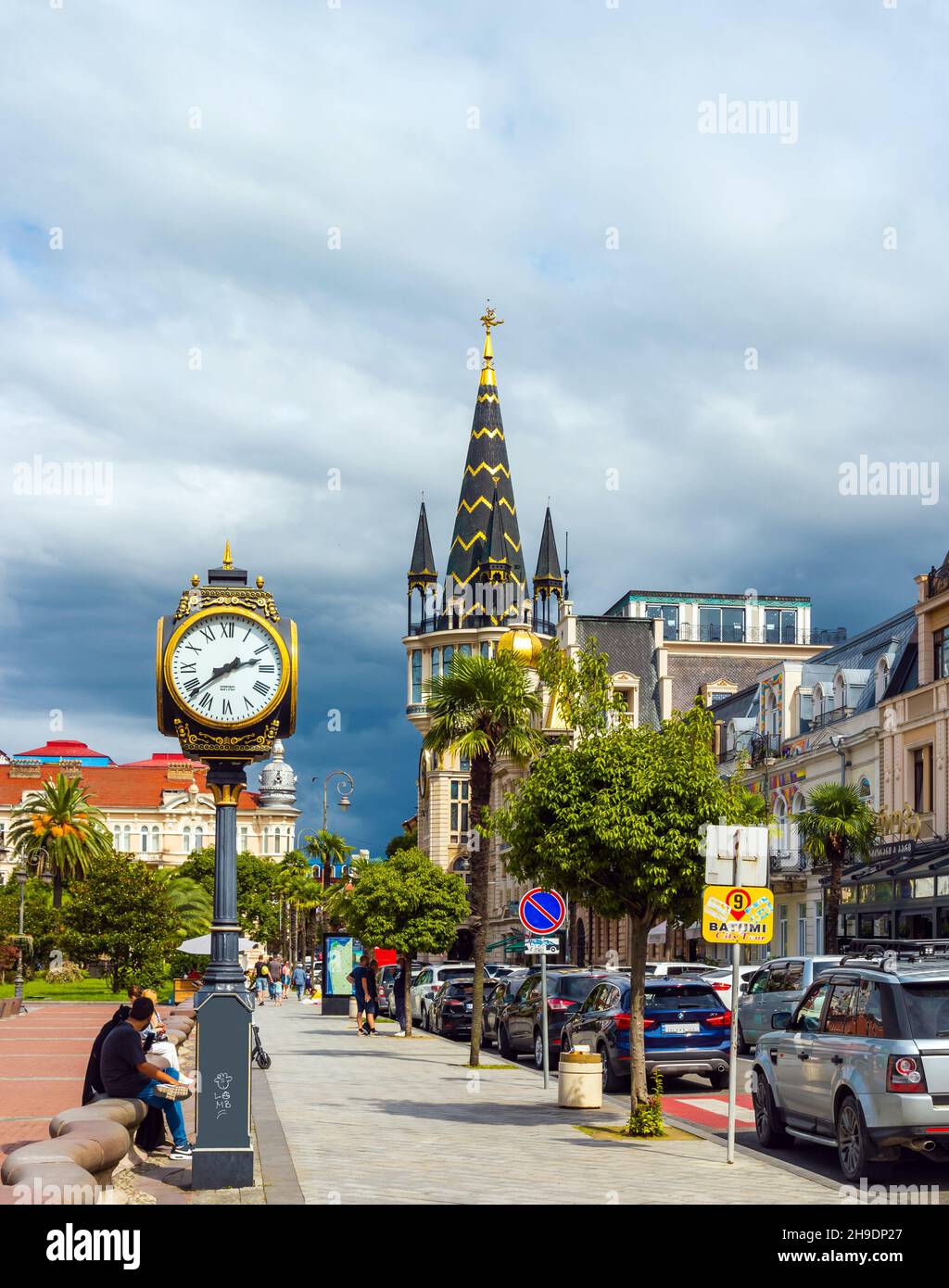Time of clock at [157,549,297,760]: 2:38
